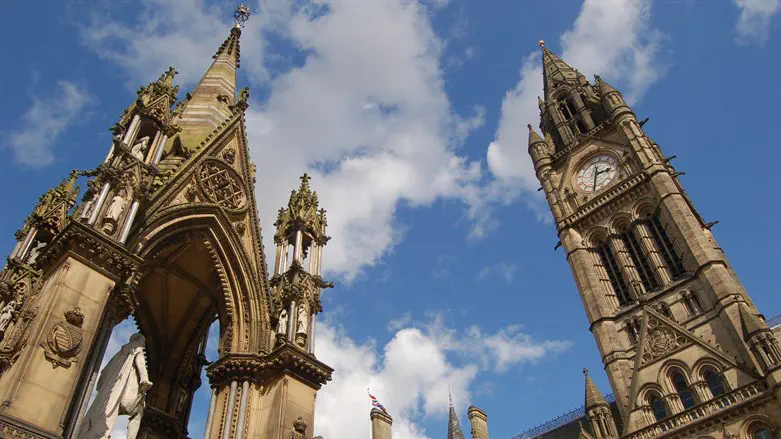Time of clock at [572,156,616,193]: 2:29
